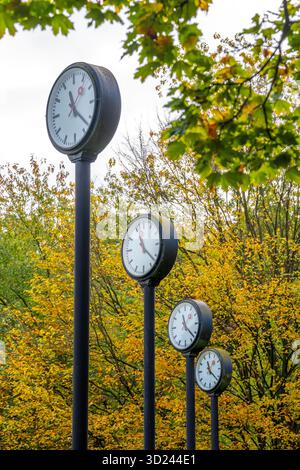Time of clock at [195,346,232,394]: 11:21
